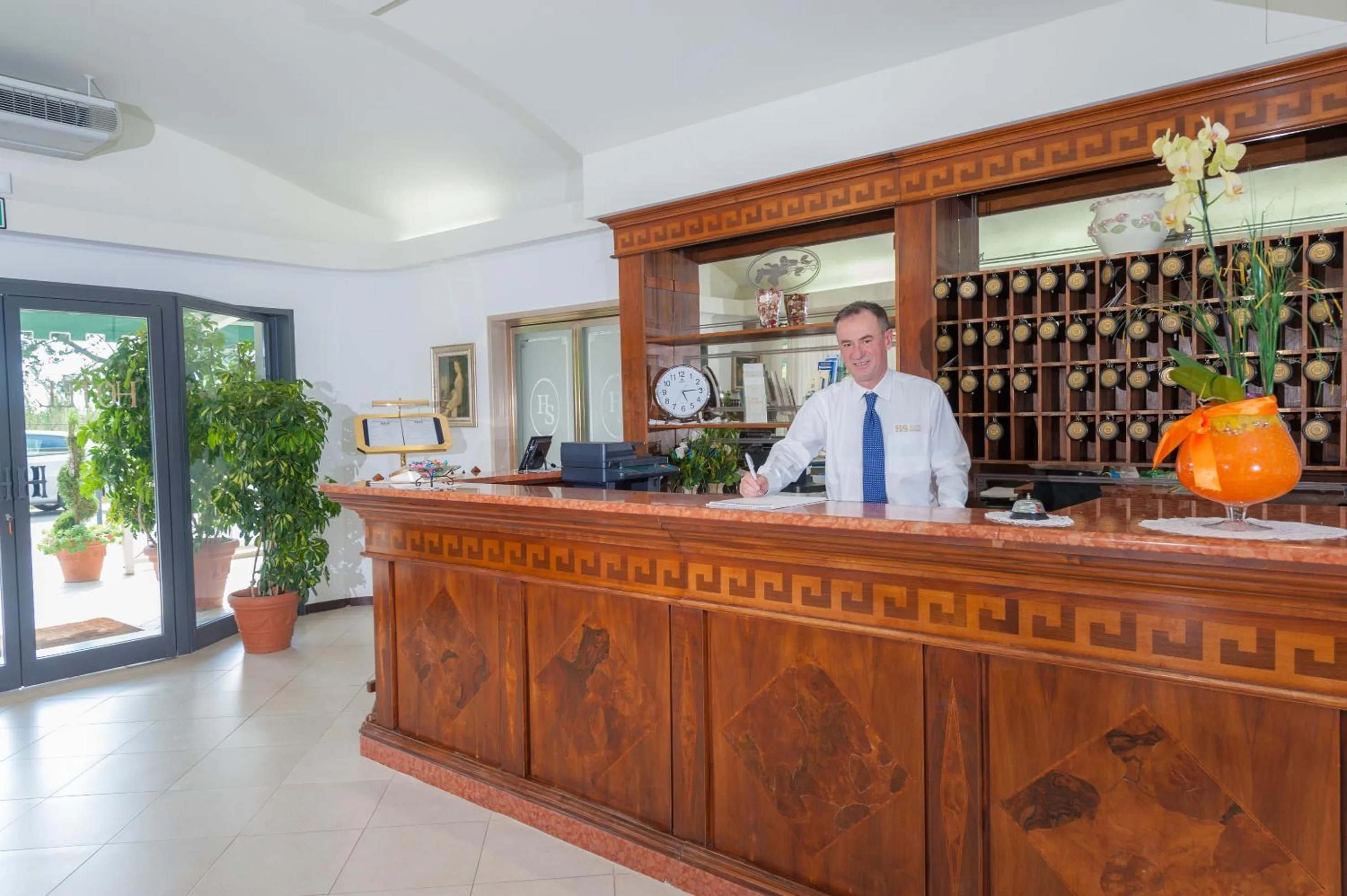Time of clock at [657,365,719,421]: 5:14
